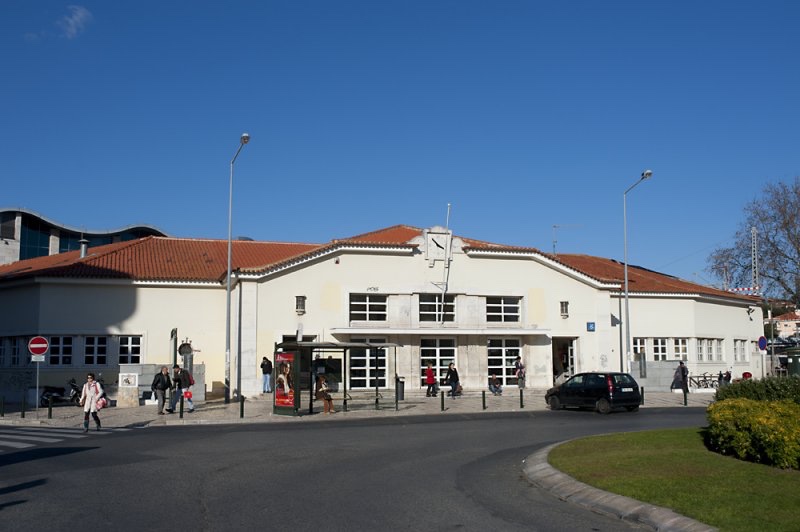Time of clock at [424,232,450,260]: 3:52
